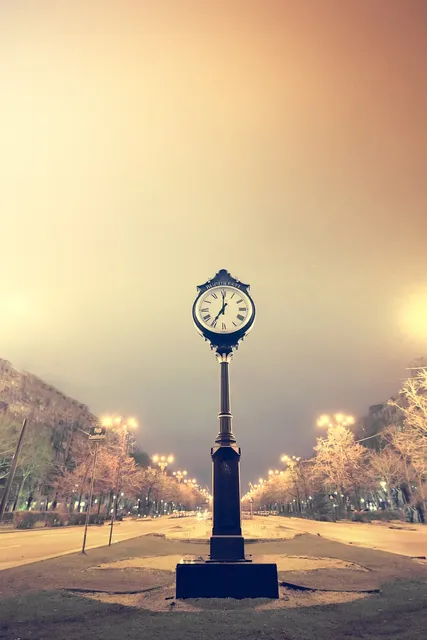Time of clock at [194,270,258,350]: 7:00
